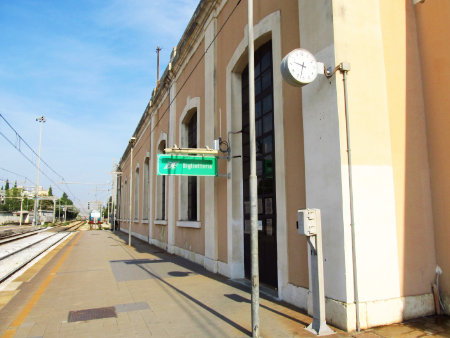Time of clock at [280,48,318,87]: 9:32
